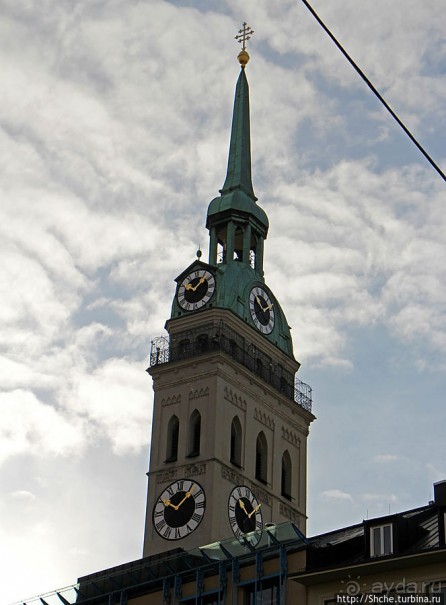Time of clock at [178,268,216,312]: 10:07
